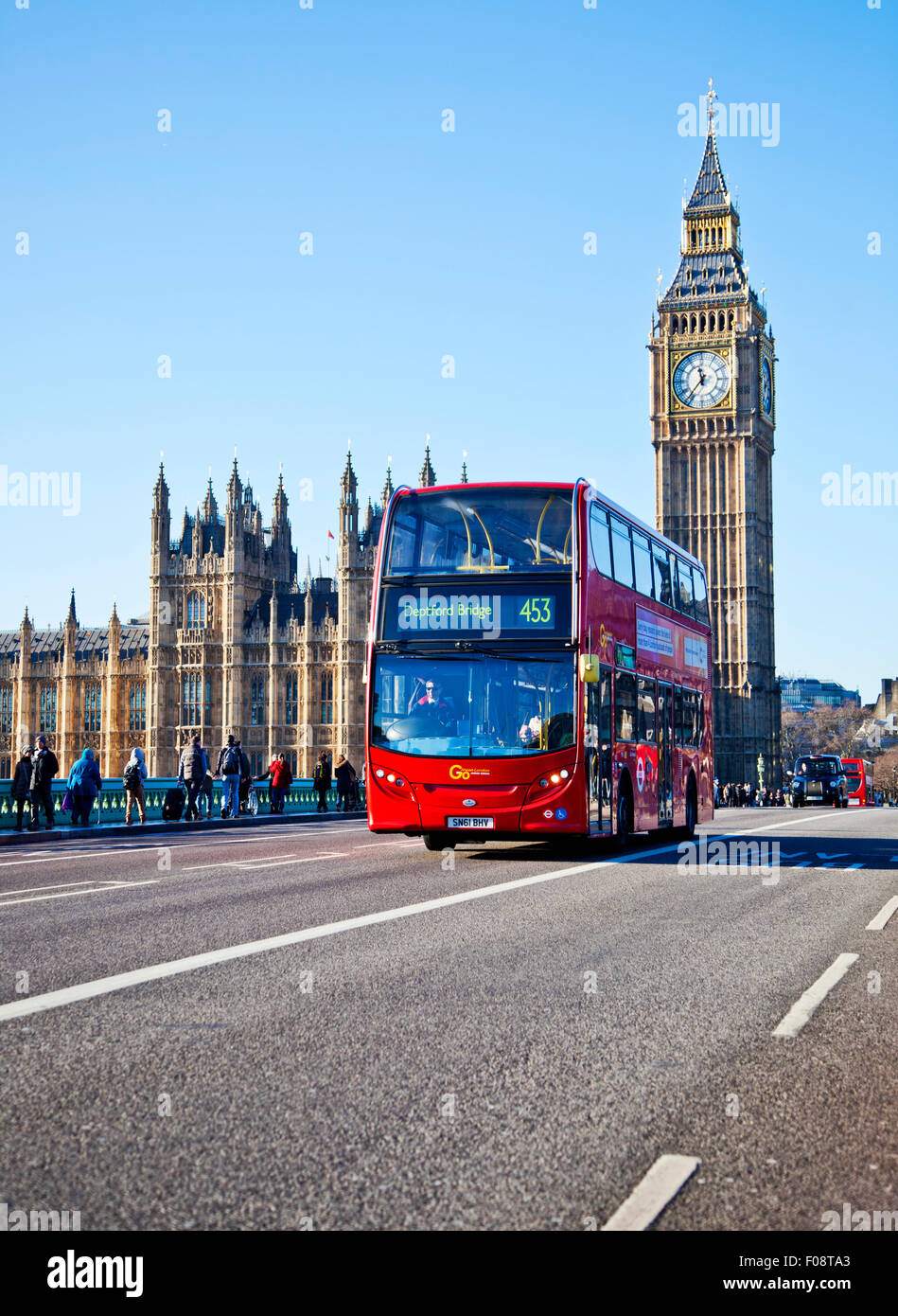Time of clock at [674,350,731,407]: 11:36
